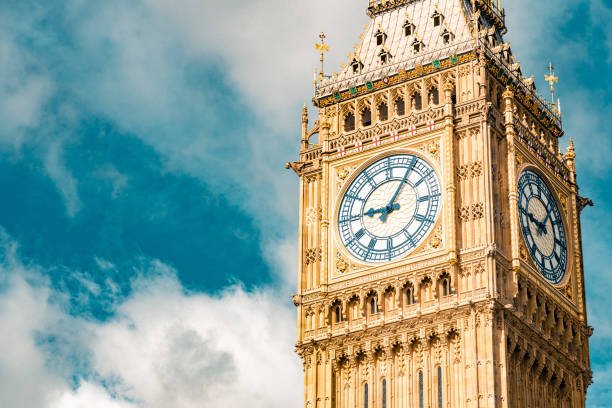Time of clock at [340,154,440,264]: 9:05
